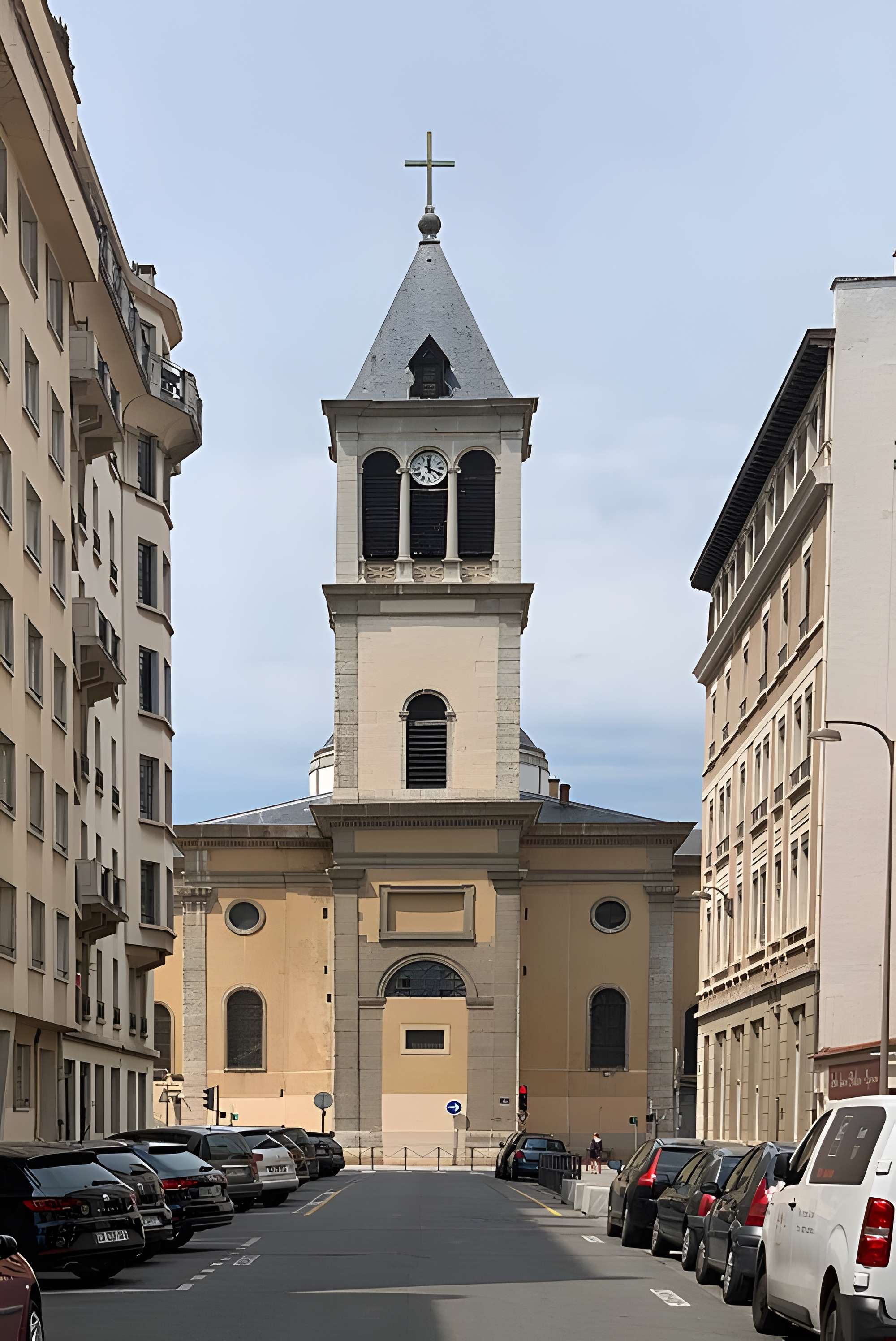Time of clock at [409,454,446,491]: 12:19
